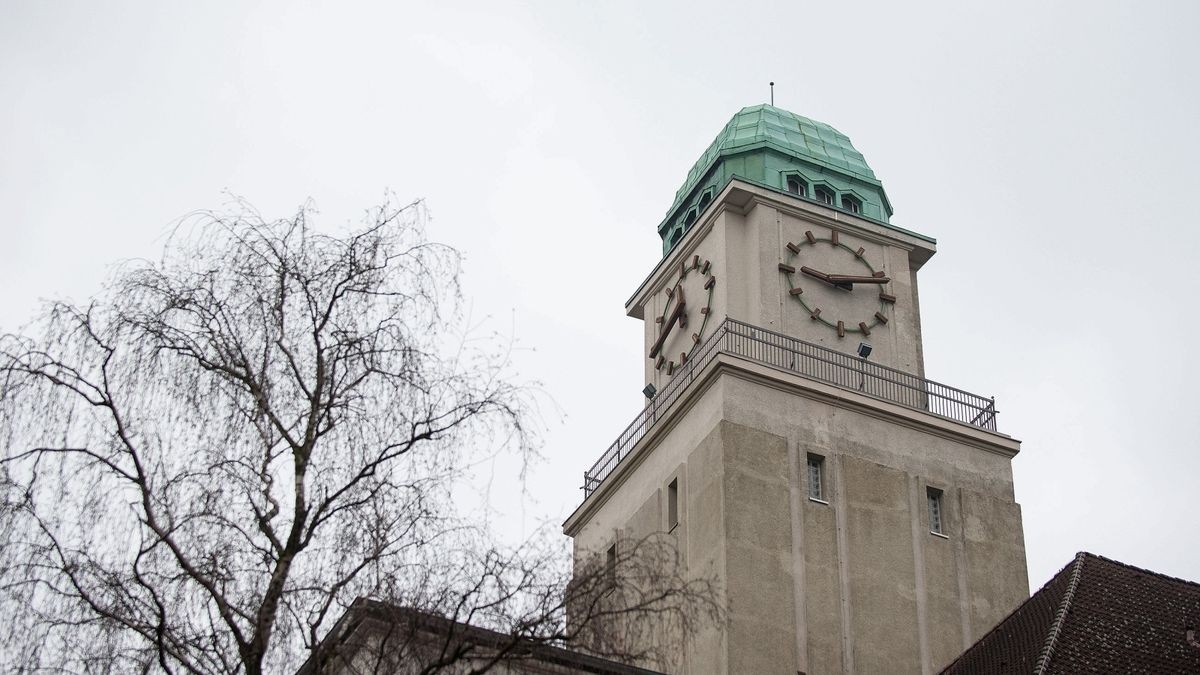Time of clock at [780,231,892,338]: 9:12
